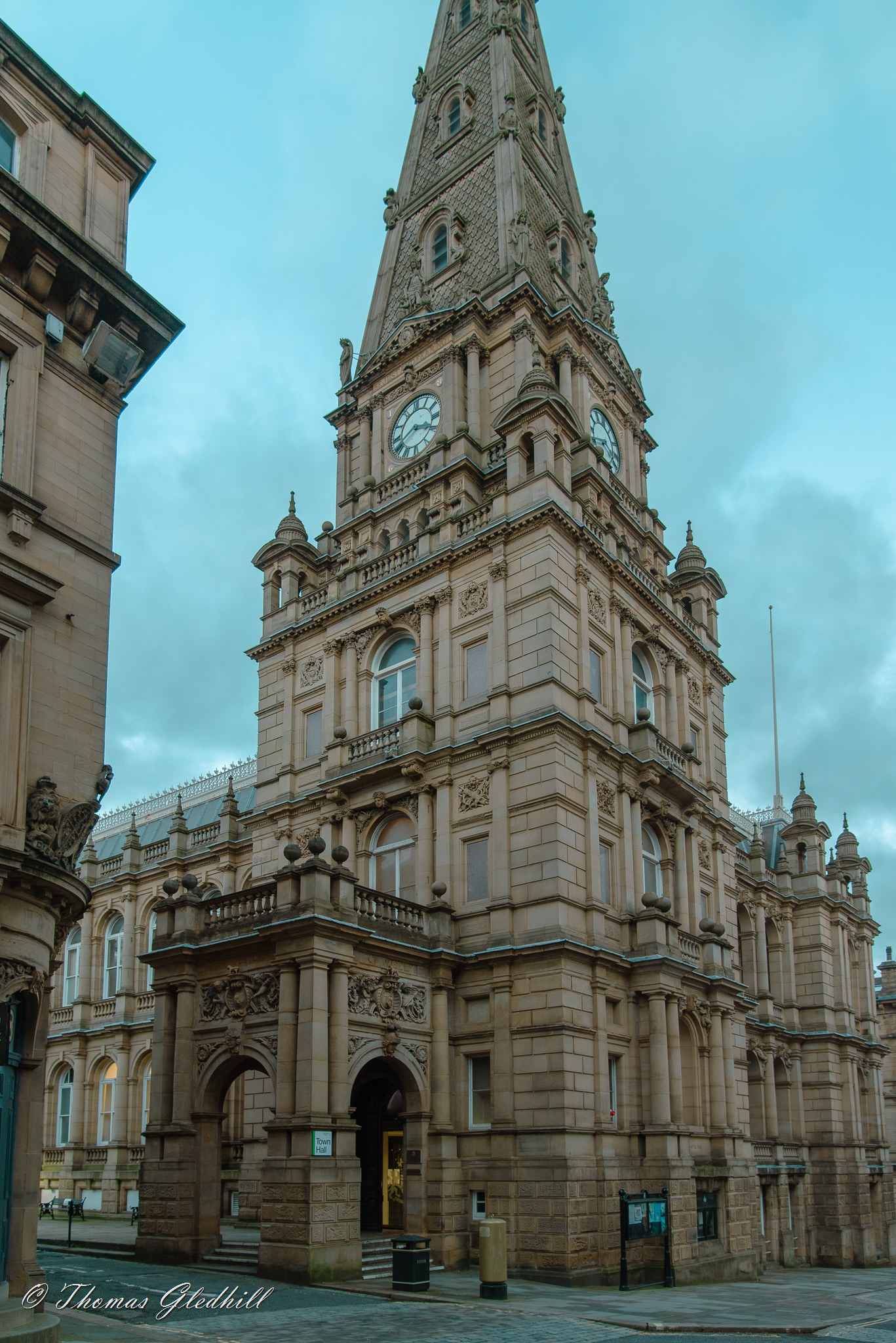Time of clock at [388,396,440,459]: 3:40
